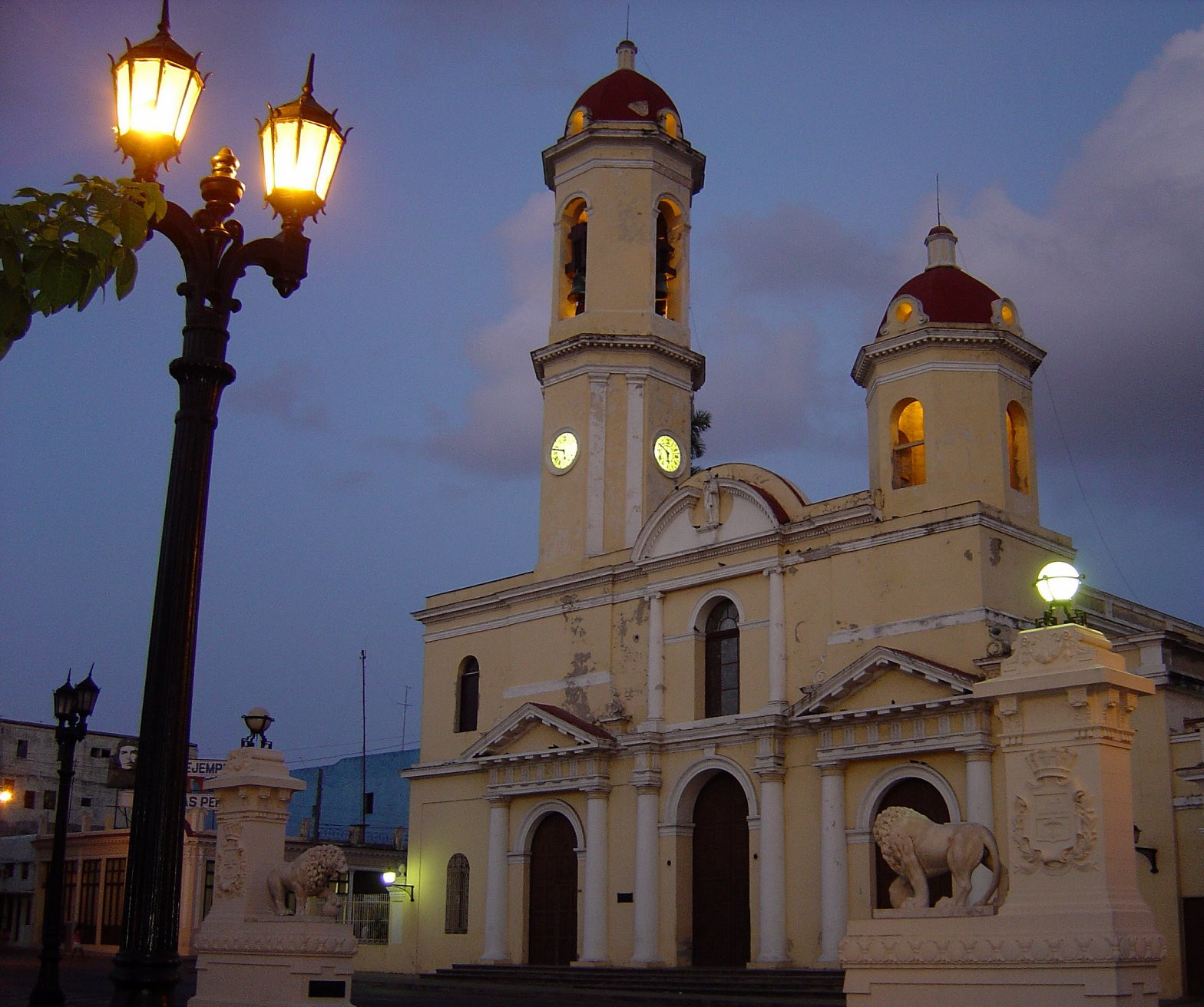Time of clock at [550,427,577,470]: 5:47
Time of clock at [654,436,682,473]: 5:50
